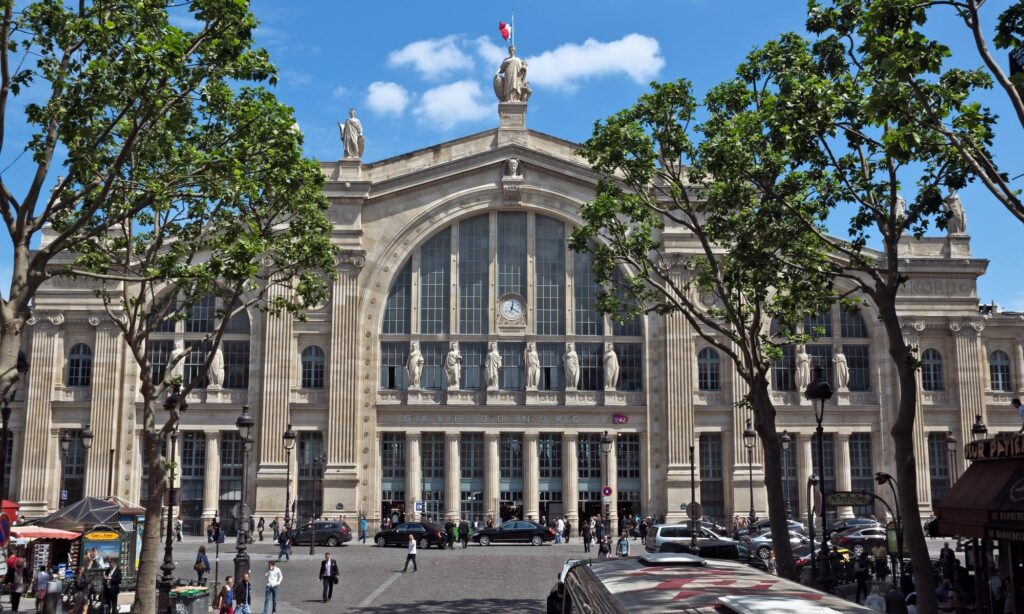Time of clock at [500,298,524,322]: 4:02
